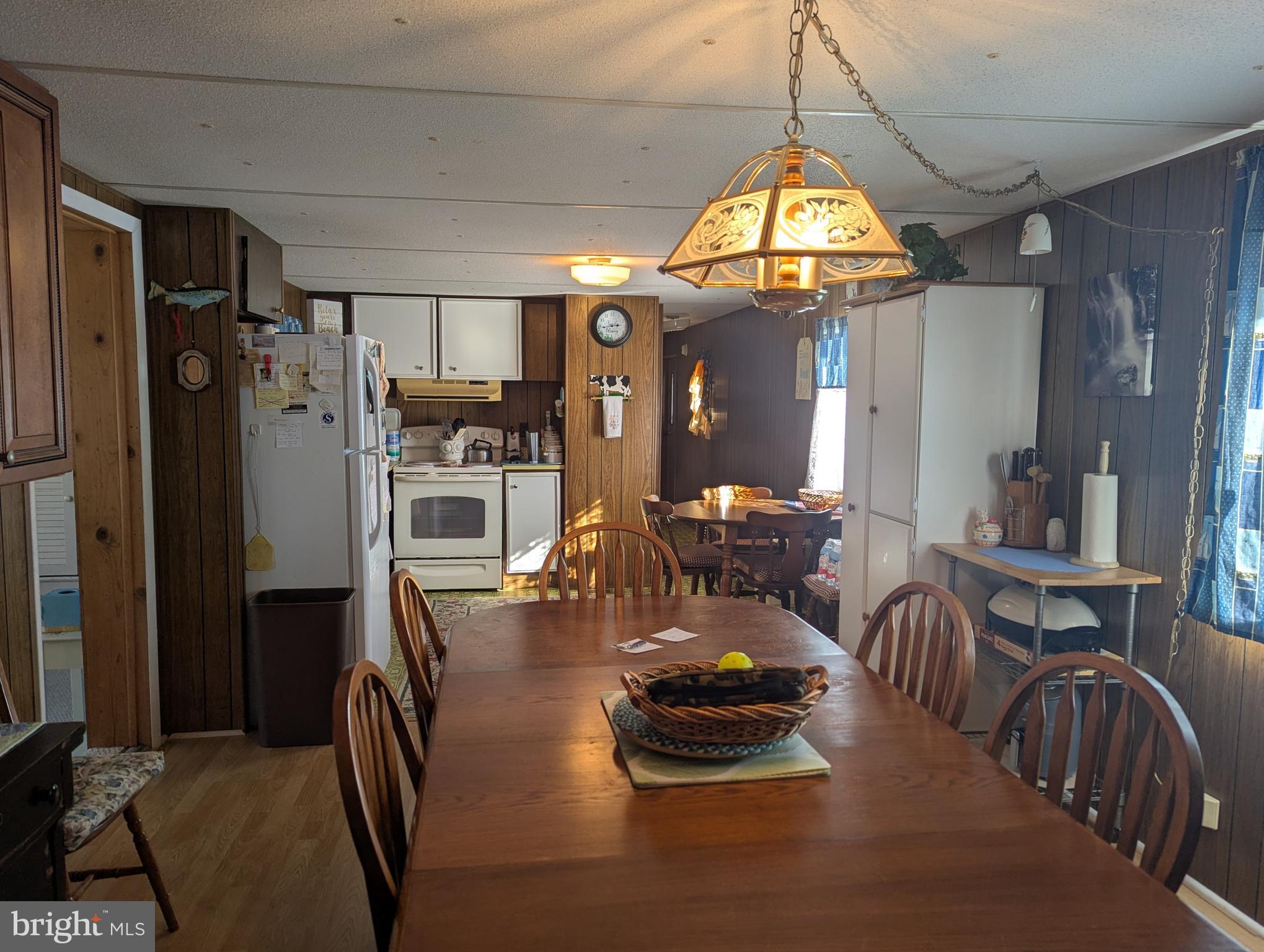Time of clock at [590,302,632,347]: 2:44
